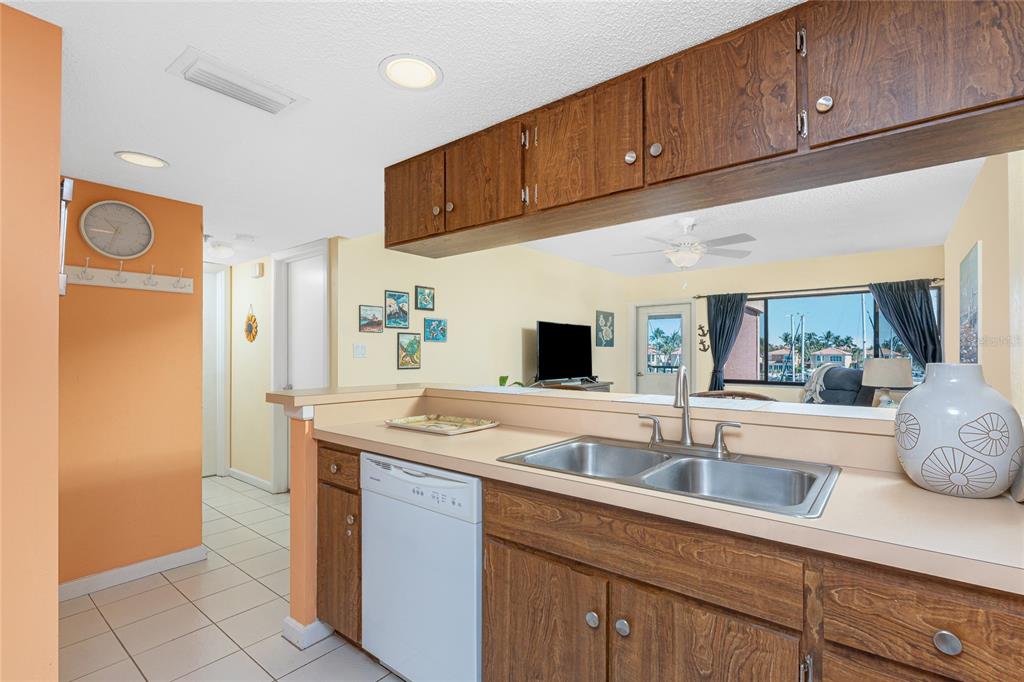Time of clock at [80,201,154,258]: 10:33
